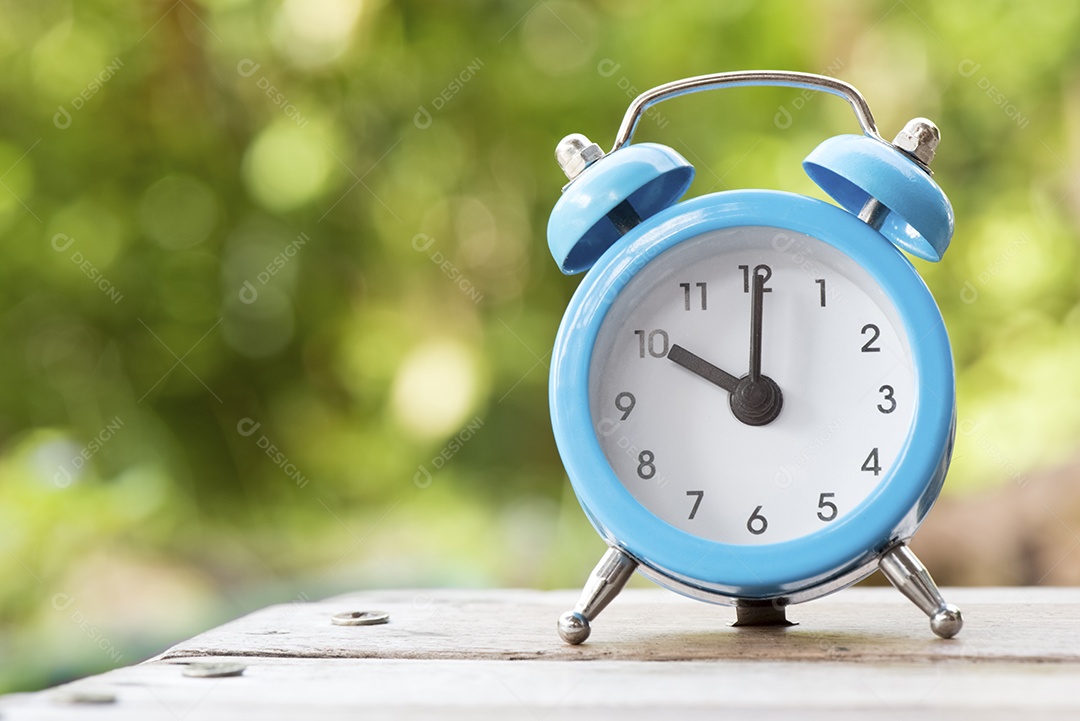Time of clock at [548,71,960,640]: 10:00
